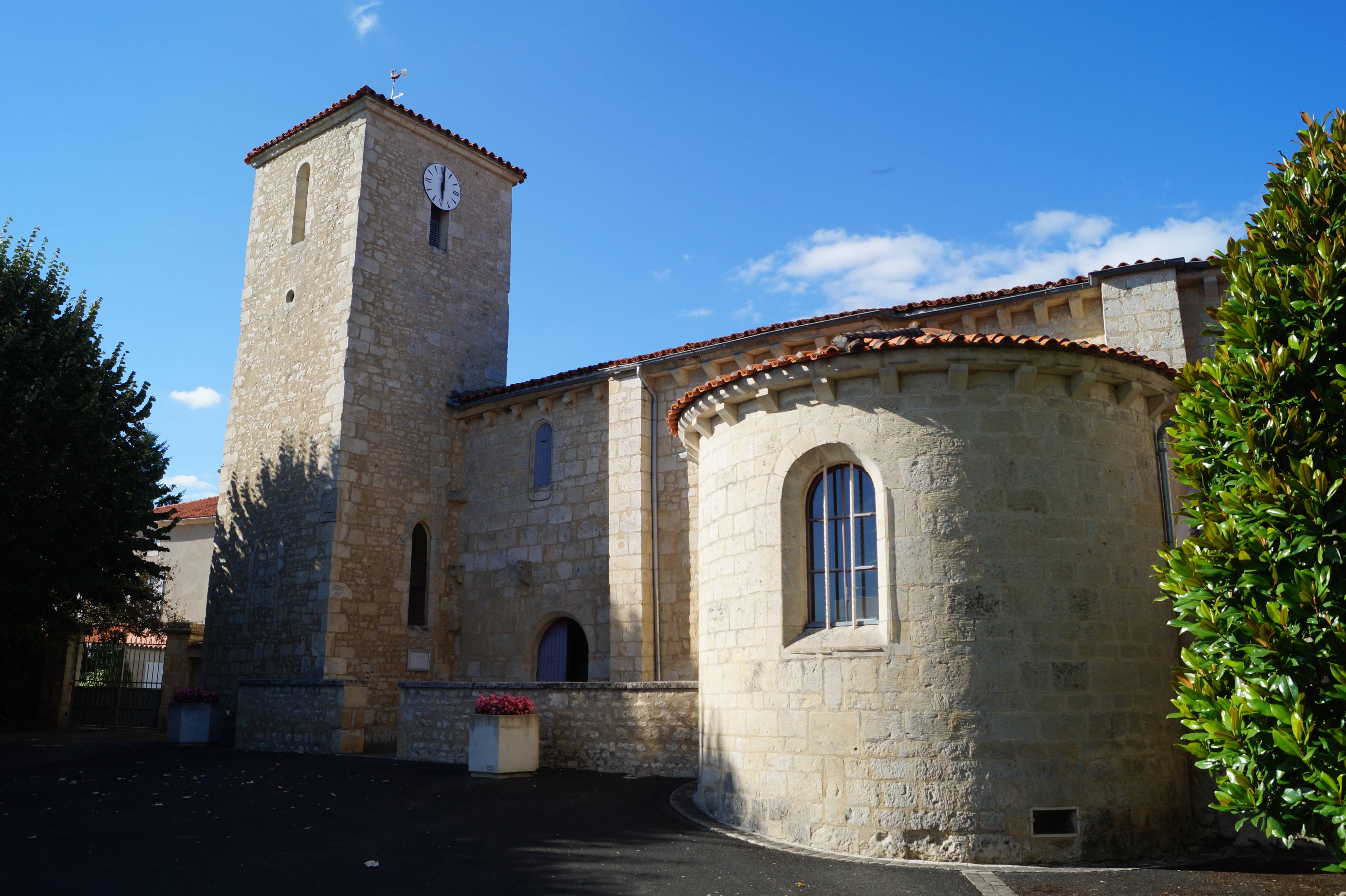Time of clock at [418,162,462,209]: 6:00
